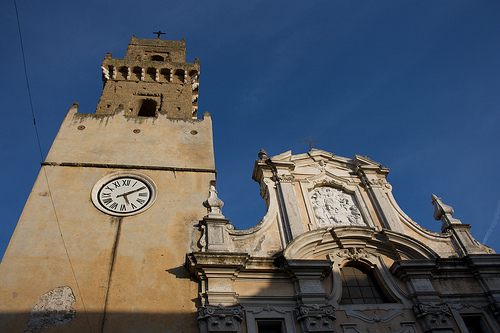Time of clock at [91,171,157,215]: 5:10
